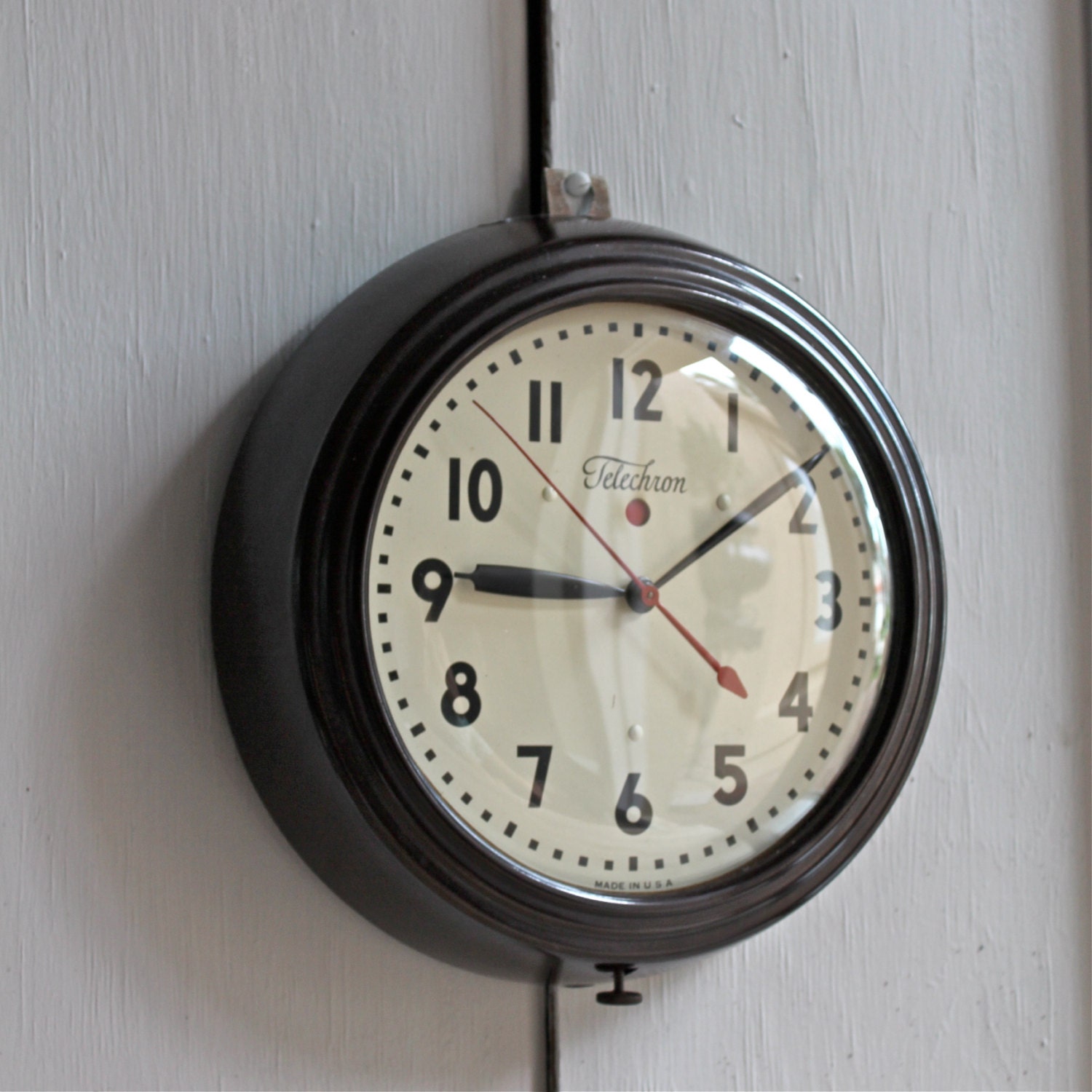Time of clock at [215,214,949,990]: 9:09
